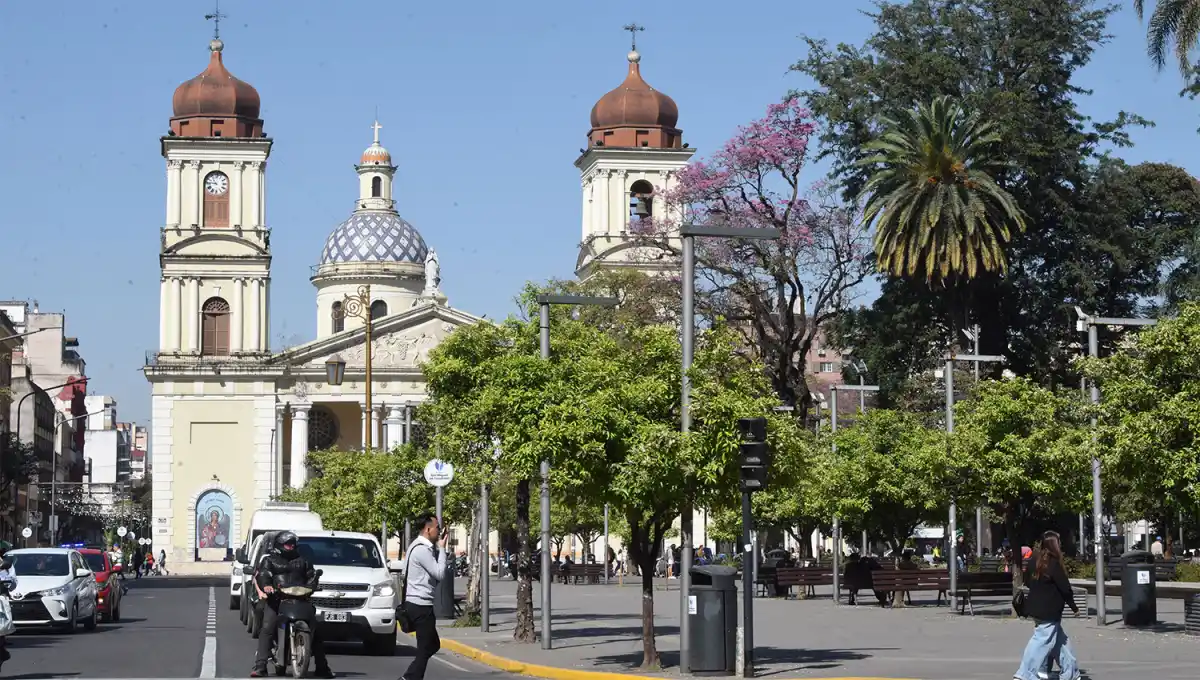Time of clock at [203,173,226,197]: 10:45
